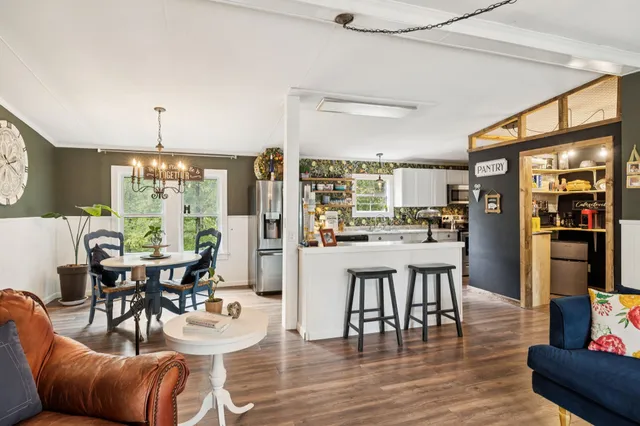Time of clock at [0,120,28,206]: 2:18
